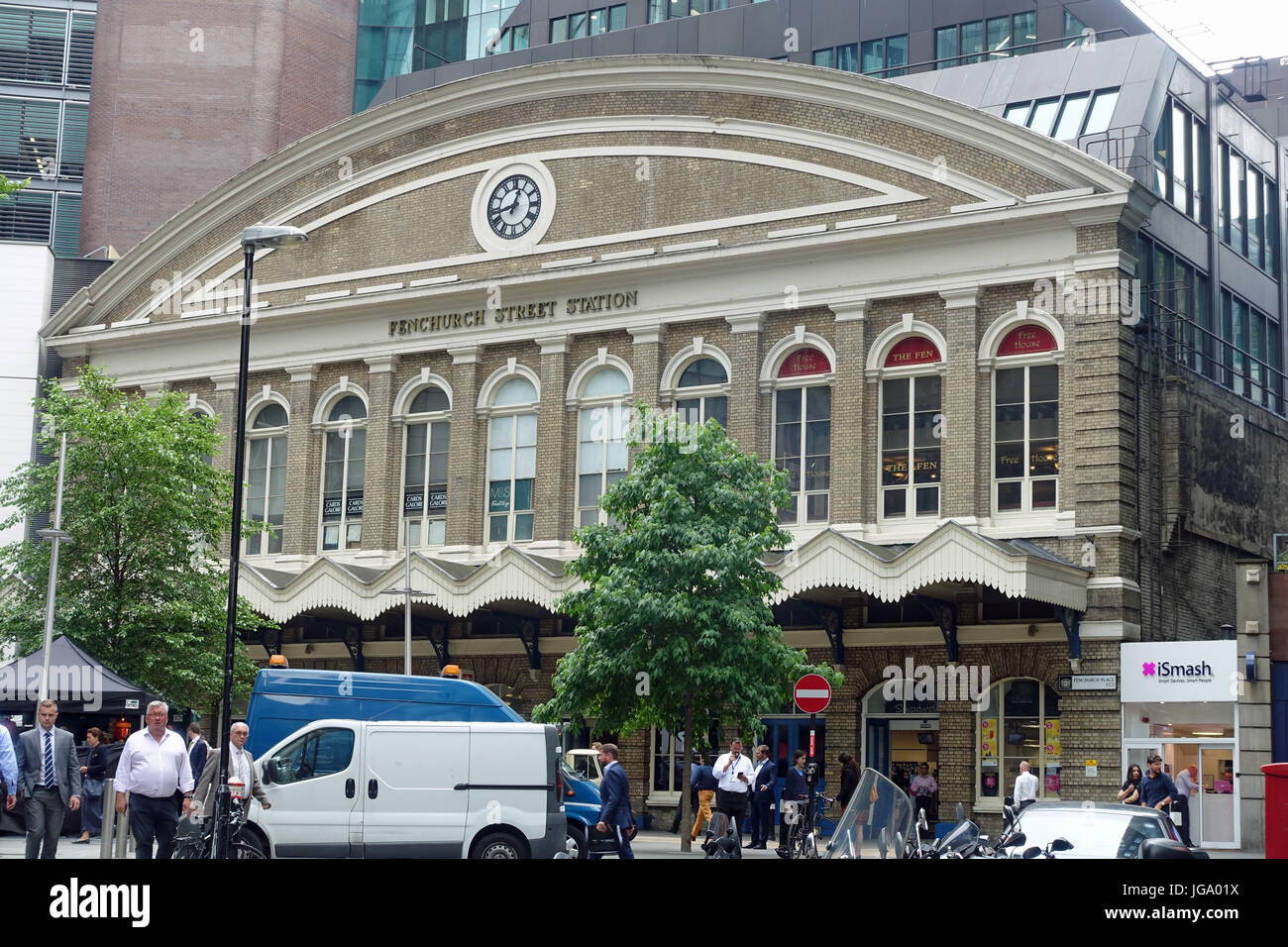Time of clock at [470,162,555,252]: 12:42
